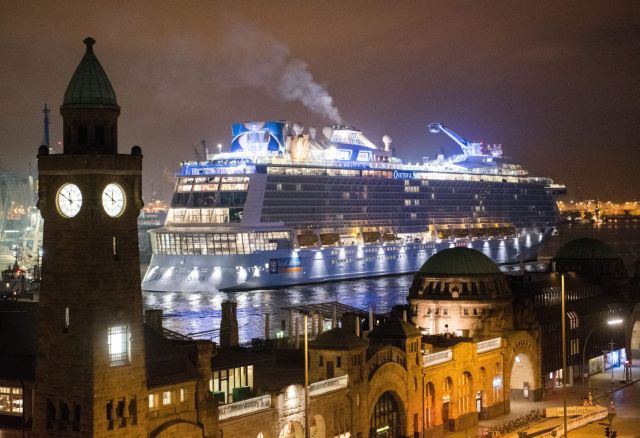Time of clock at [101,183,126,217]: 11:50
